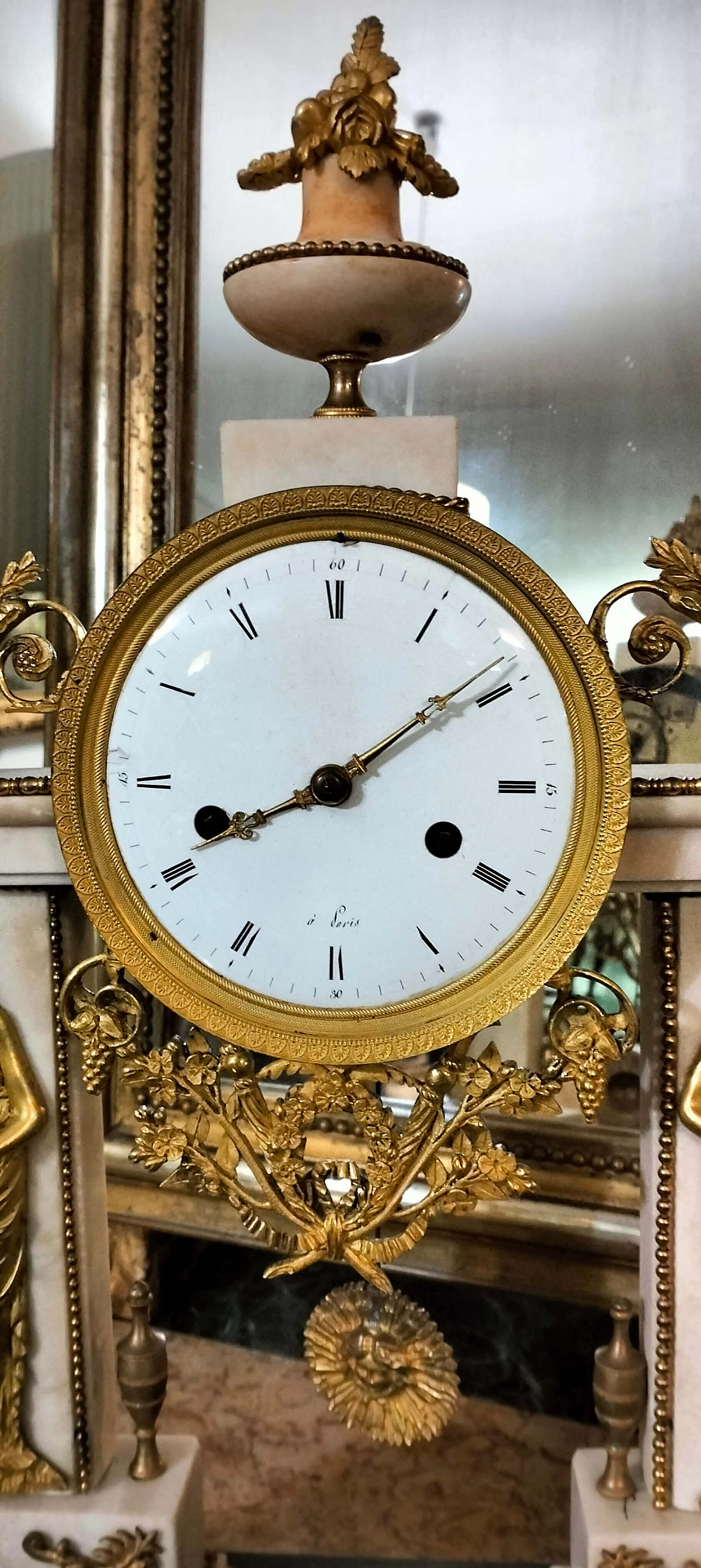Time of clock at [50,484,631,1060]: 8:09
